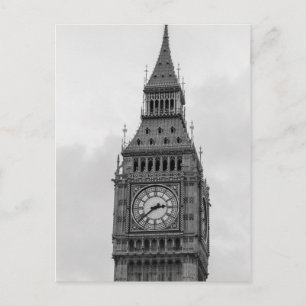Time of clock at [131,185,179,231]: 2:38
